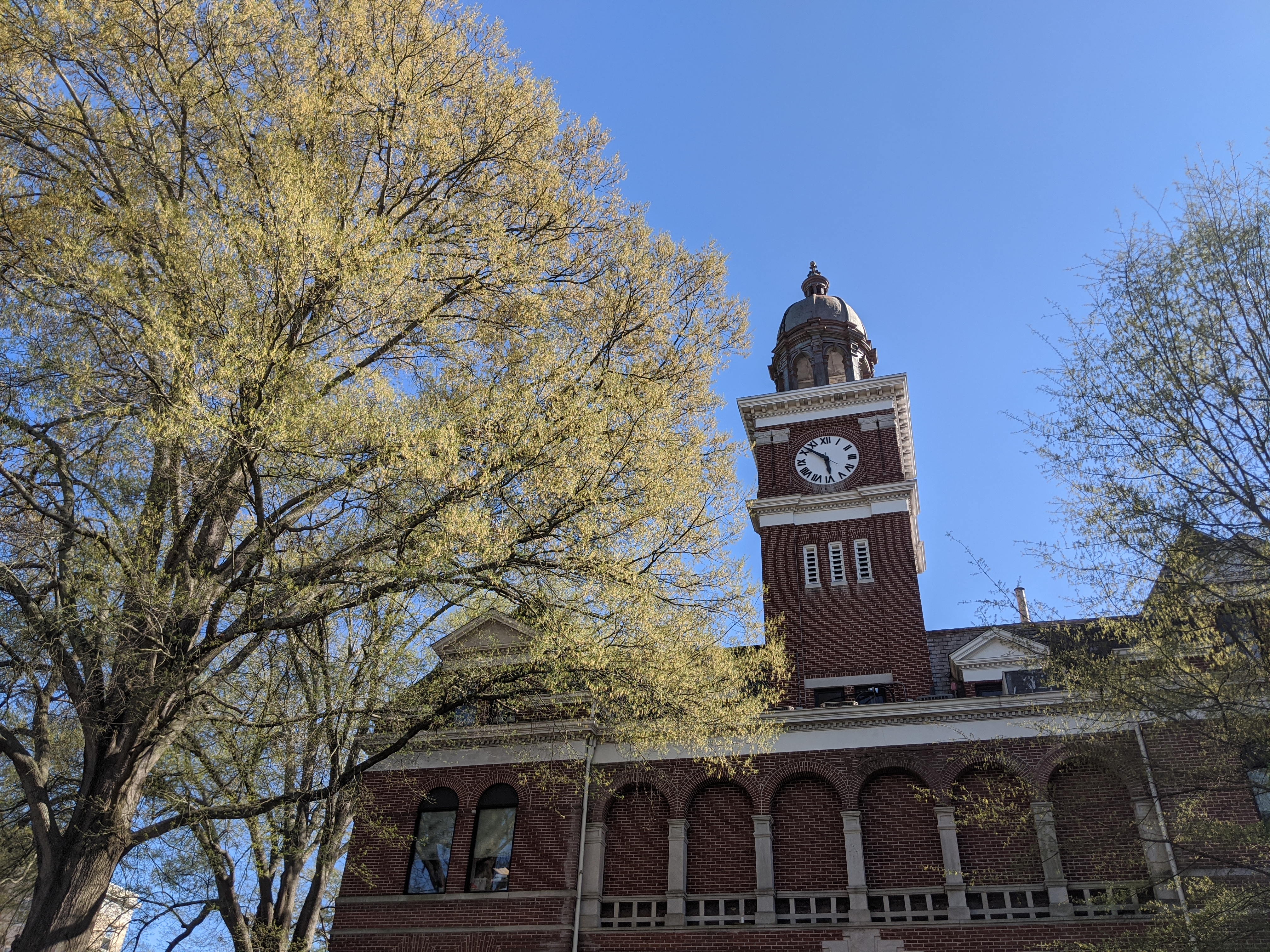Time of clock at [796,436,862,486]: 5:51
